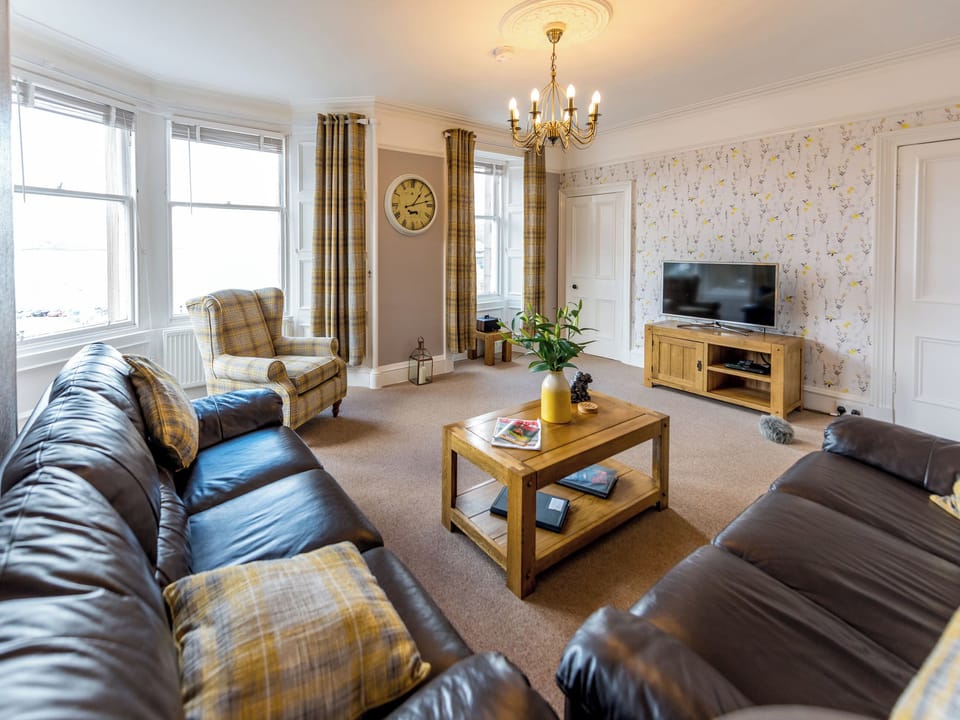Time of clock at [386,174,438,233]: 1:12
